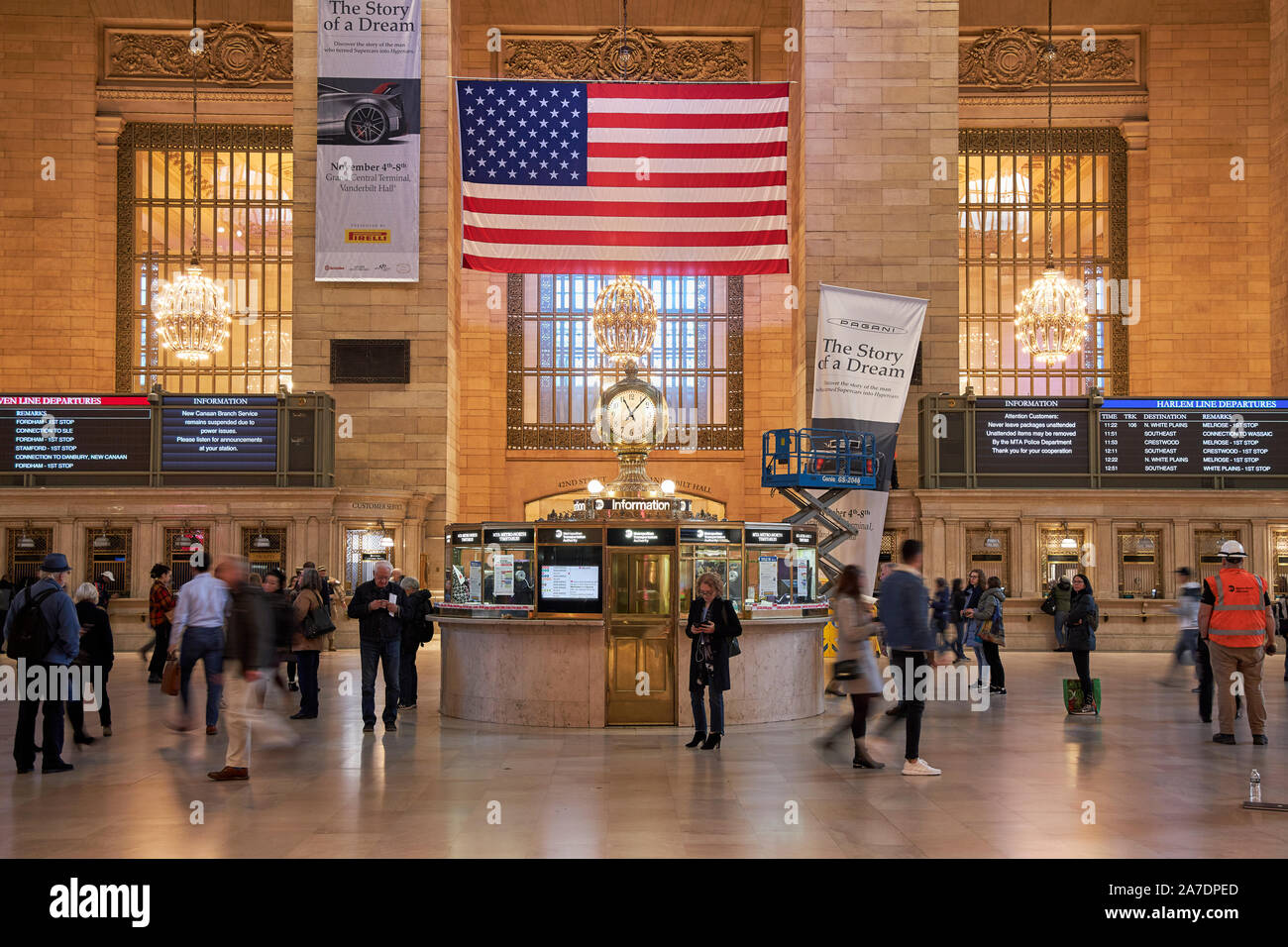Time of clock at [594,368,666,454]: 11:07
